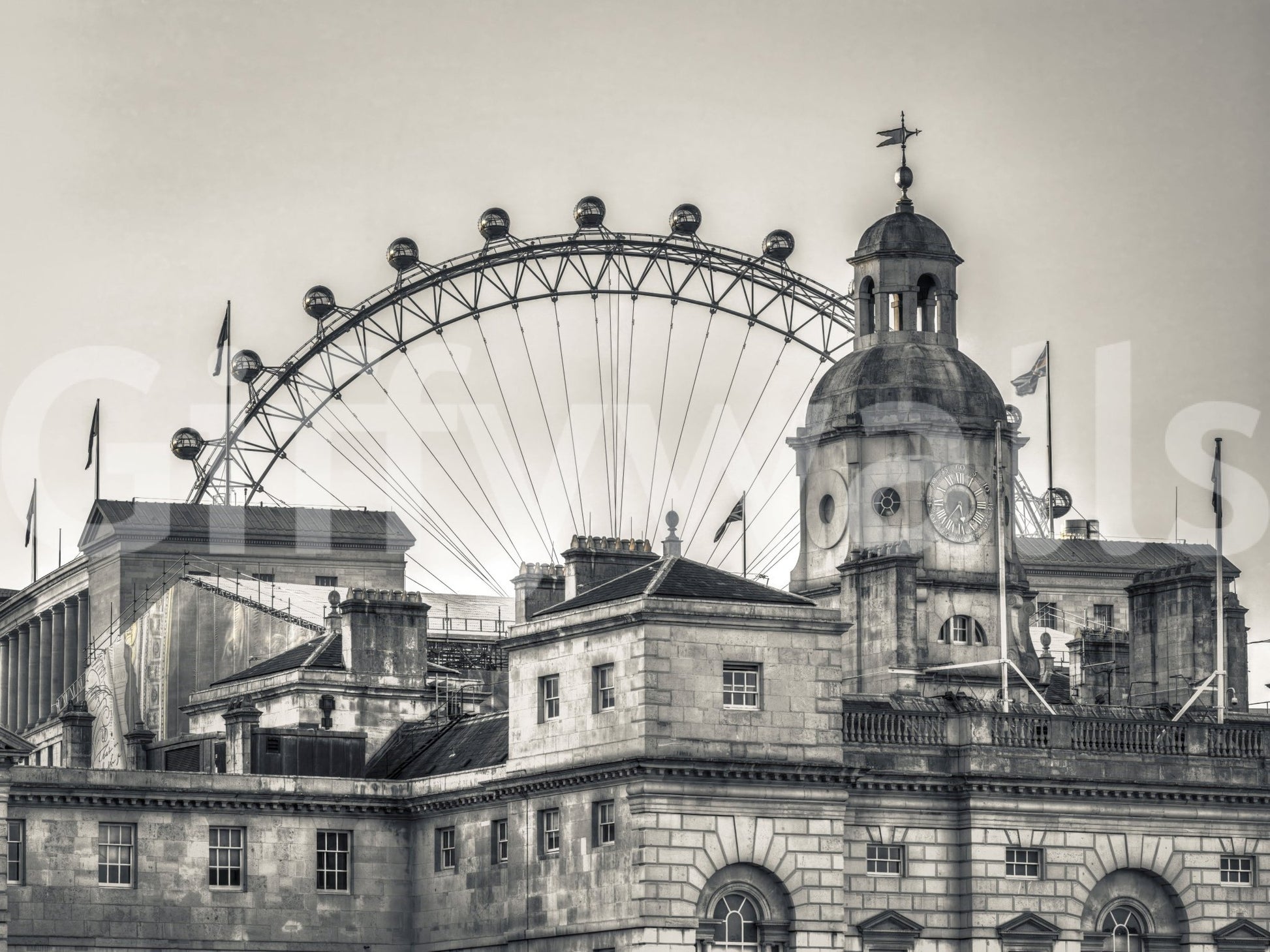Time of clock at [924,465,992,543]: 5:36
